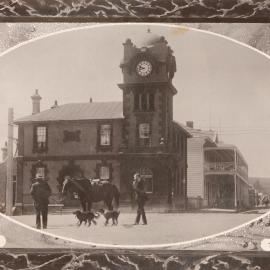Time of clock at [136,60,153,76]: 9:42
